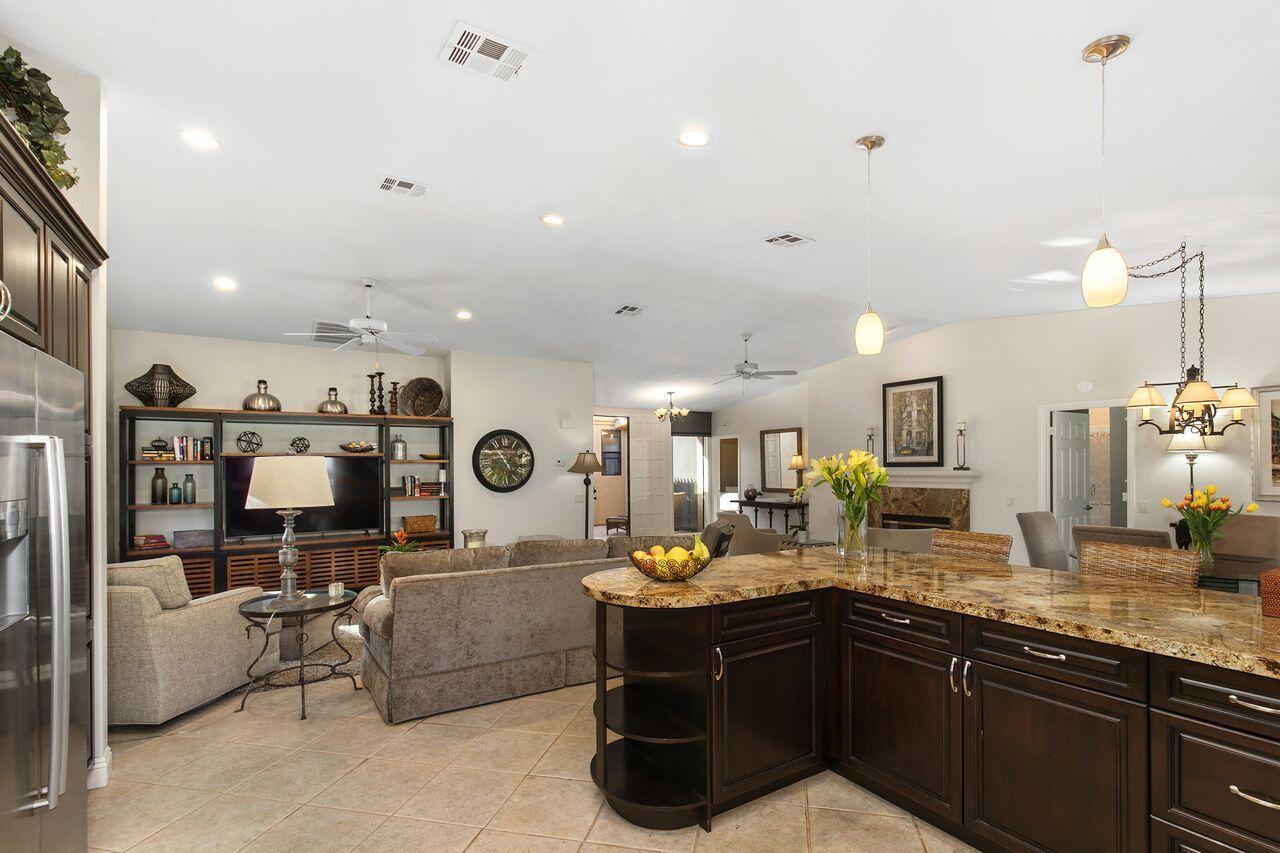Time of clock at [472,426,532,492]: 4:54
